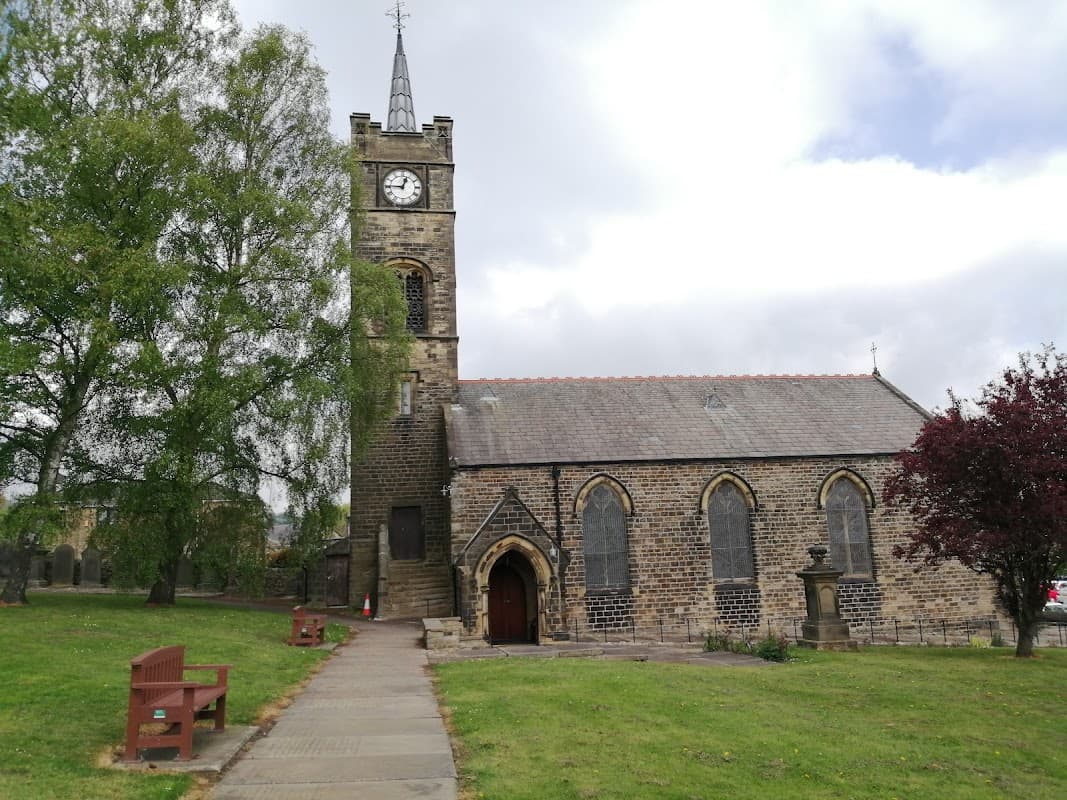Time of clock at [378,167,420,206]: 12:45
